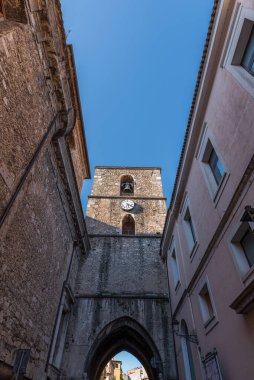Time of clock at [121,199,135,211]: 5:18
